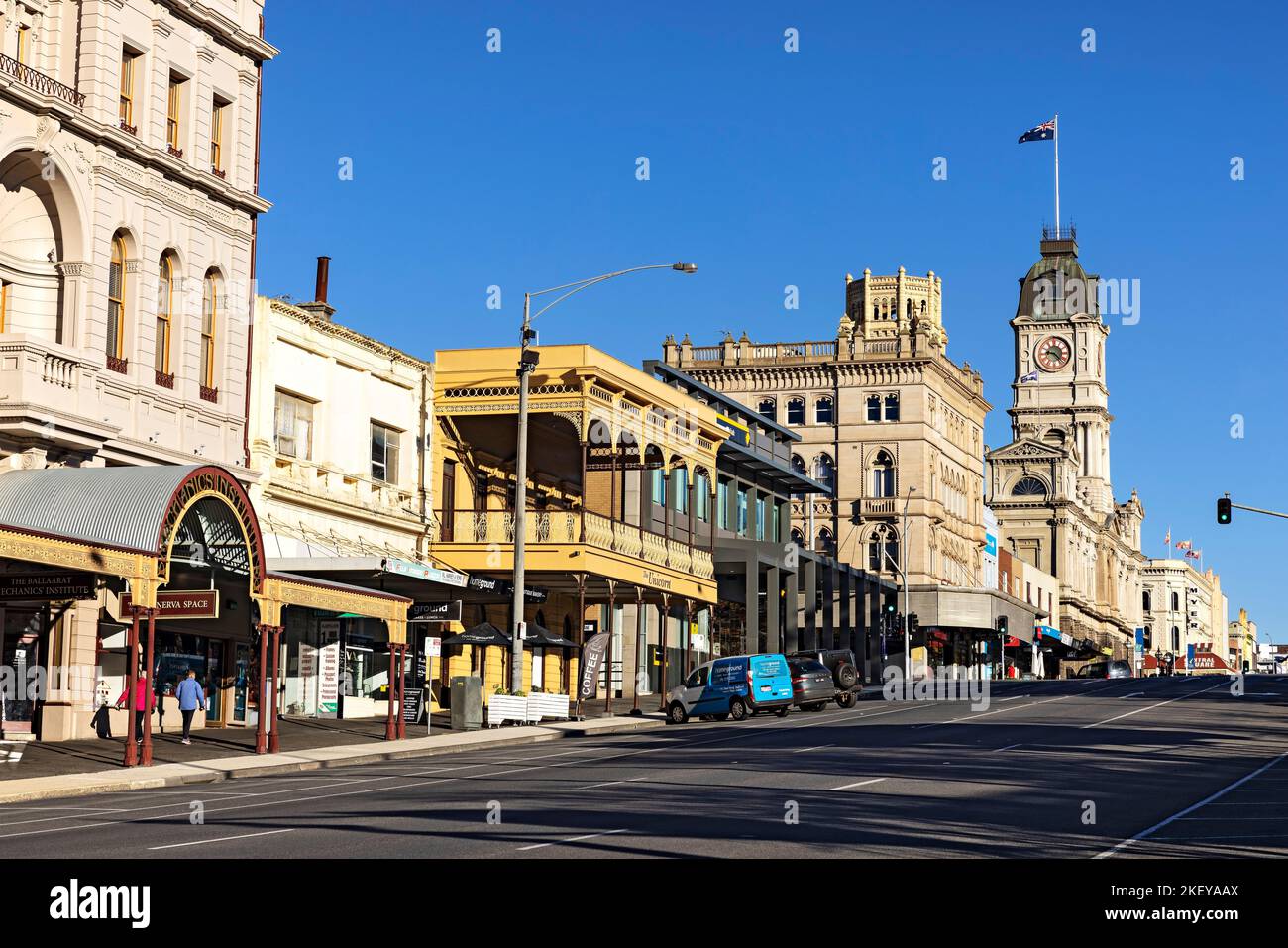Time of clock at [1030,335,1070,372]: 9:22
